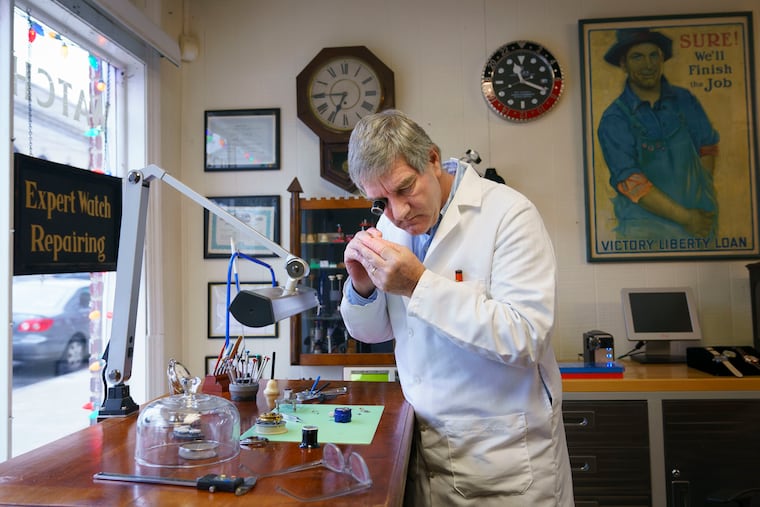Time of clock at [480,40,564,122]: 11:18
